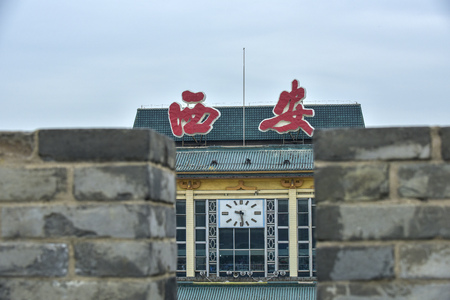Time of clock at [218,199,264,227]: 9:28
